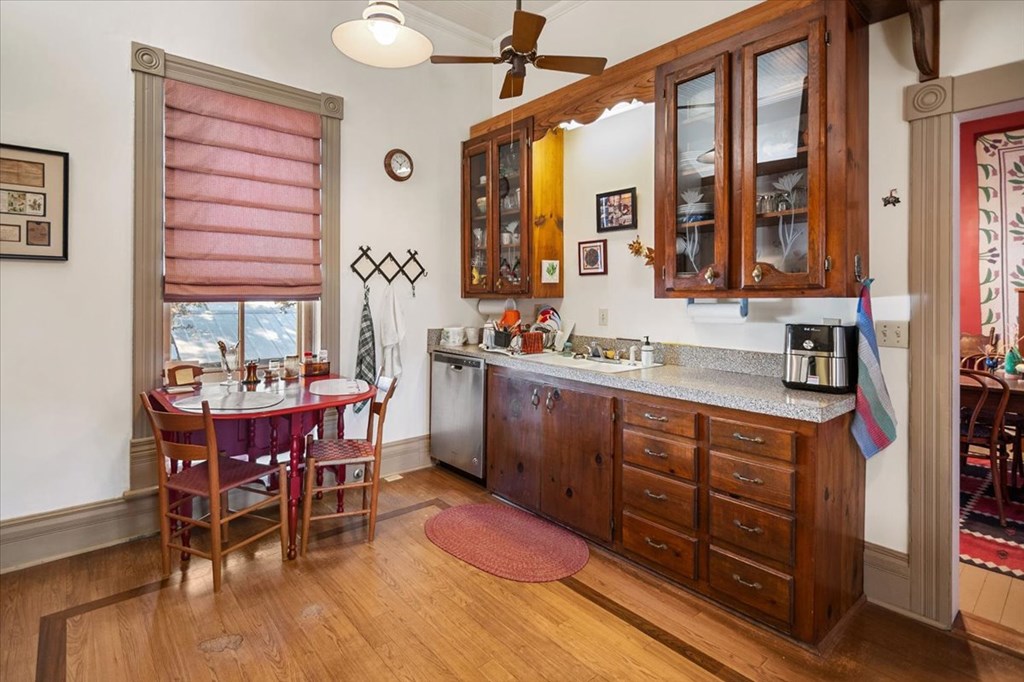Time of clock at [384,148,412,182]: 10:07
